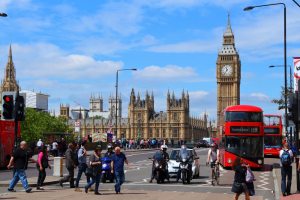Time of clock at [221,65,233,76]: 11:35
